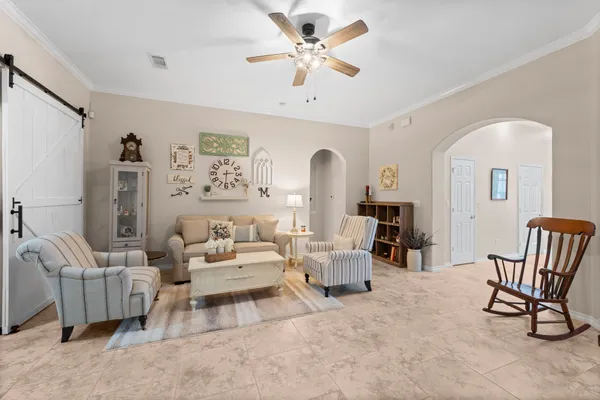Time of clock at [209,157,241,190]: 2:30
